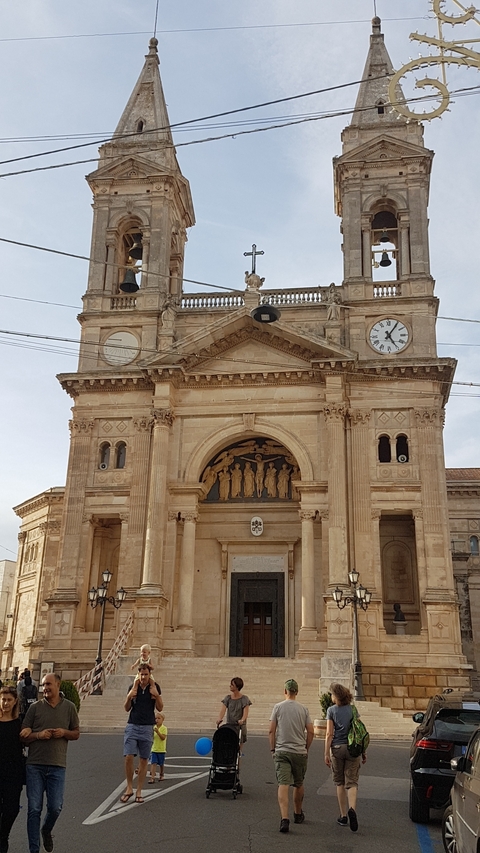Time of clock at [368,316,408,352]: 5:05
